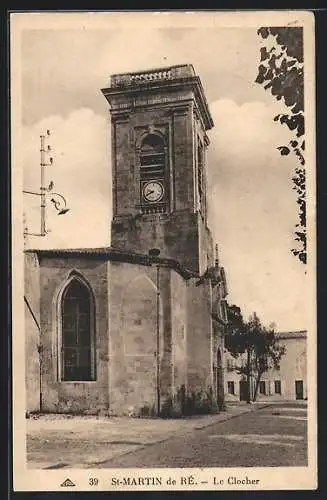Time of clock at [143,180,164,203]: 9:41
